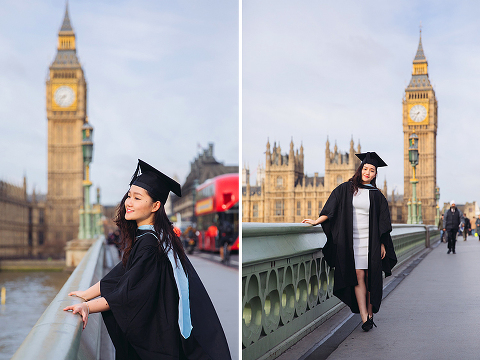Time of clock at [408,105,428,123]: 8:35
